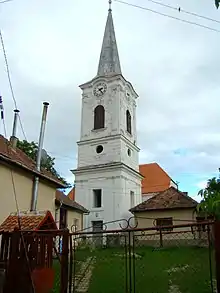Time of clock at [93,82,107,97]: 2:23
